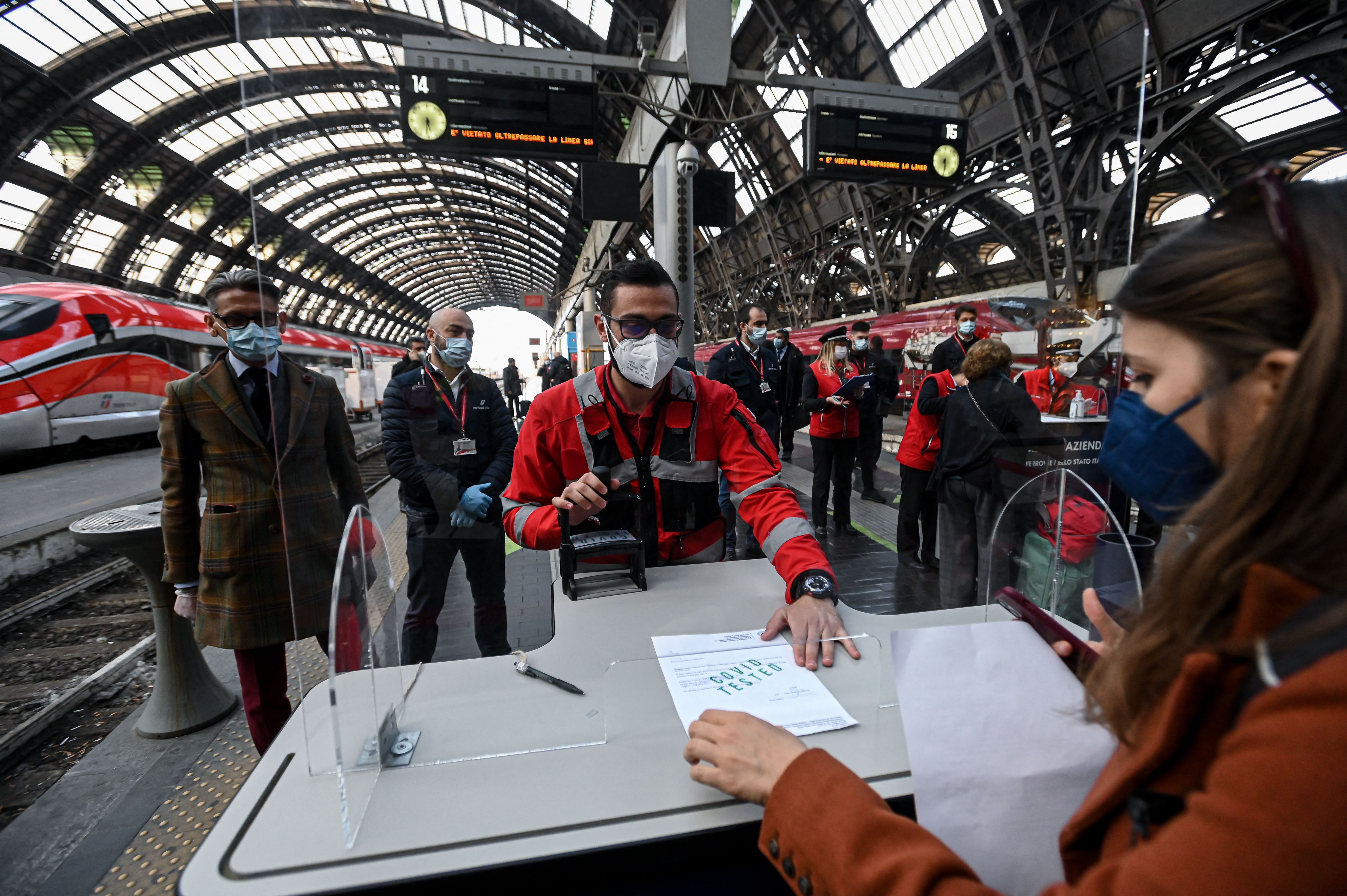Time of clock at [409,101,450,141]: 5:31
